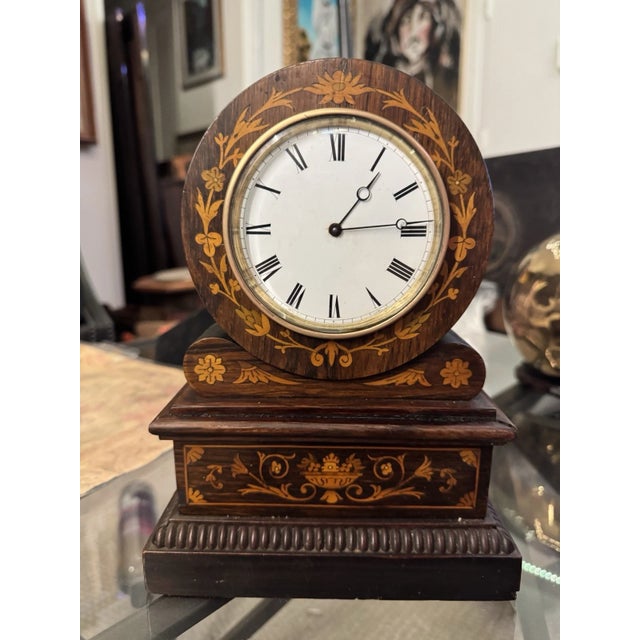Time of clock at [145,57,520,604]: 1:14
